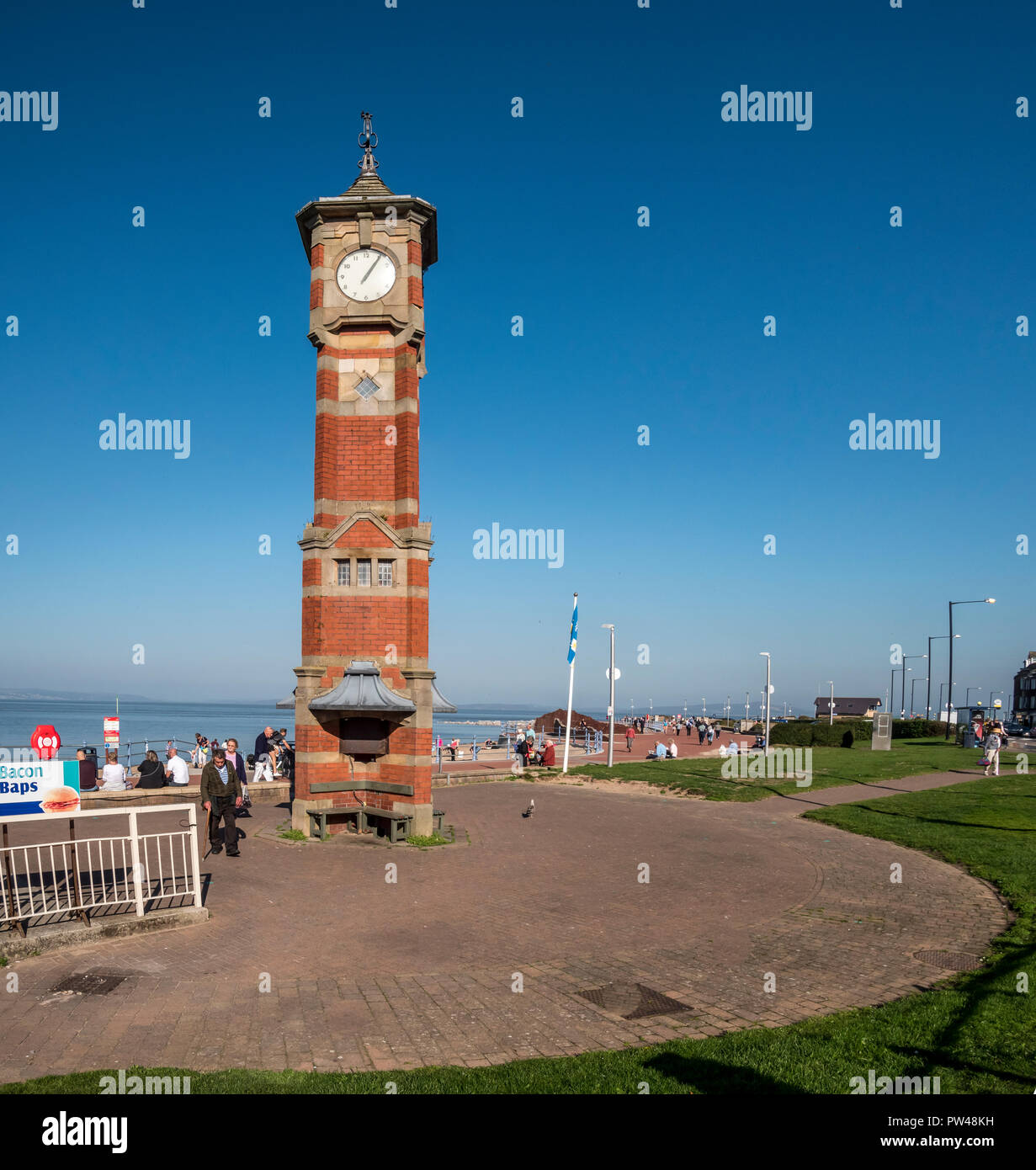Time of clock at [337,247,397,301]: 1:05
